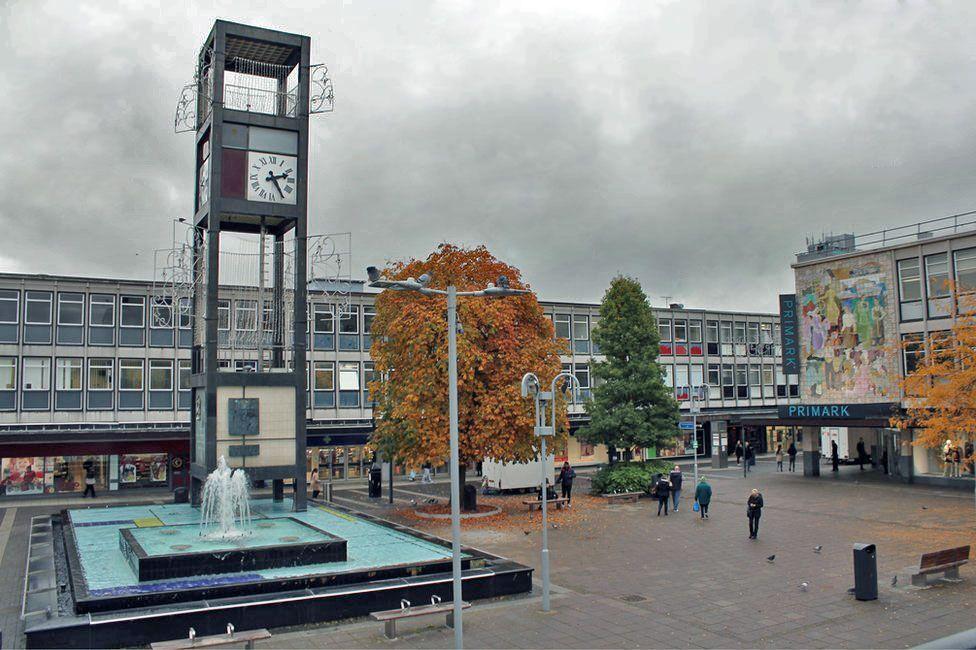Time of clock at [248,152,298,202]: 2:25
